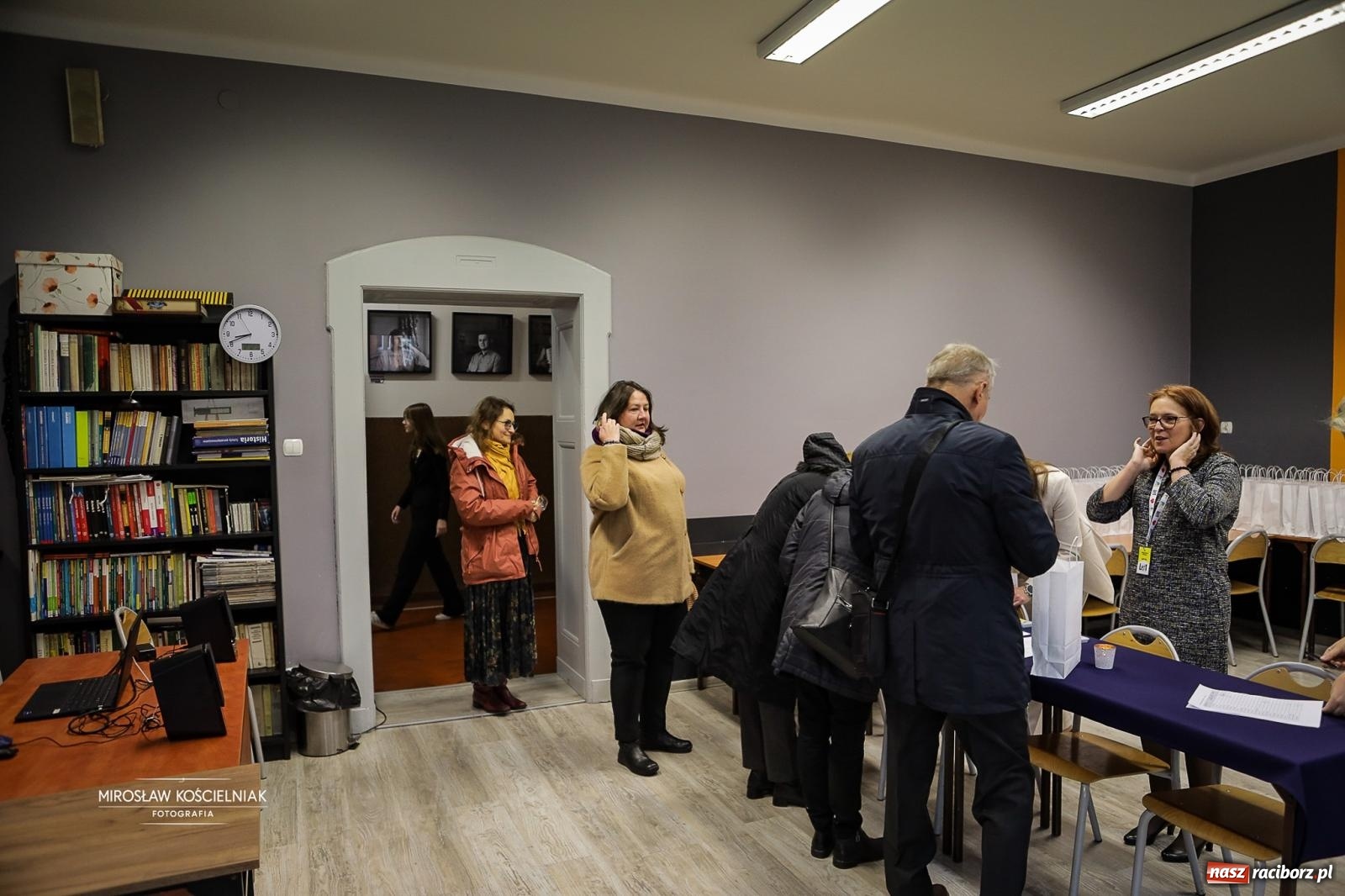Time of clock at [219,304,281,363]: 8:41
